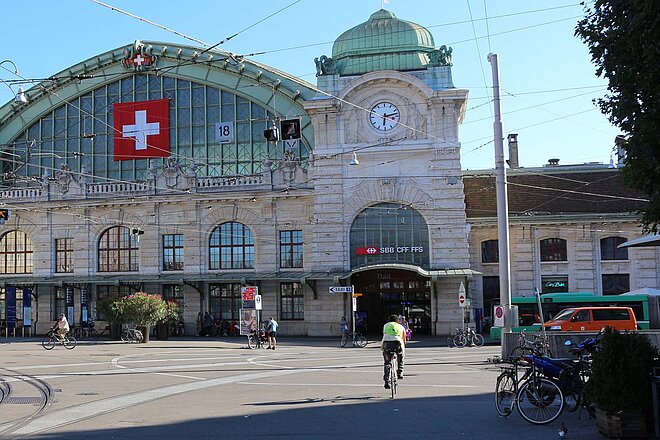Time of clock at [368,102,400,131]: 6:12
